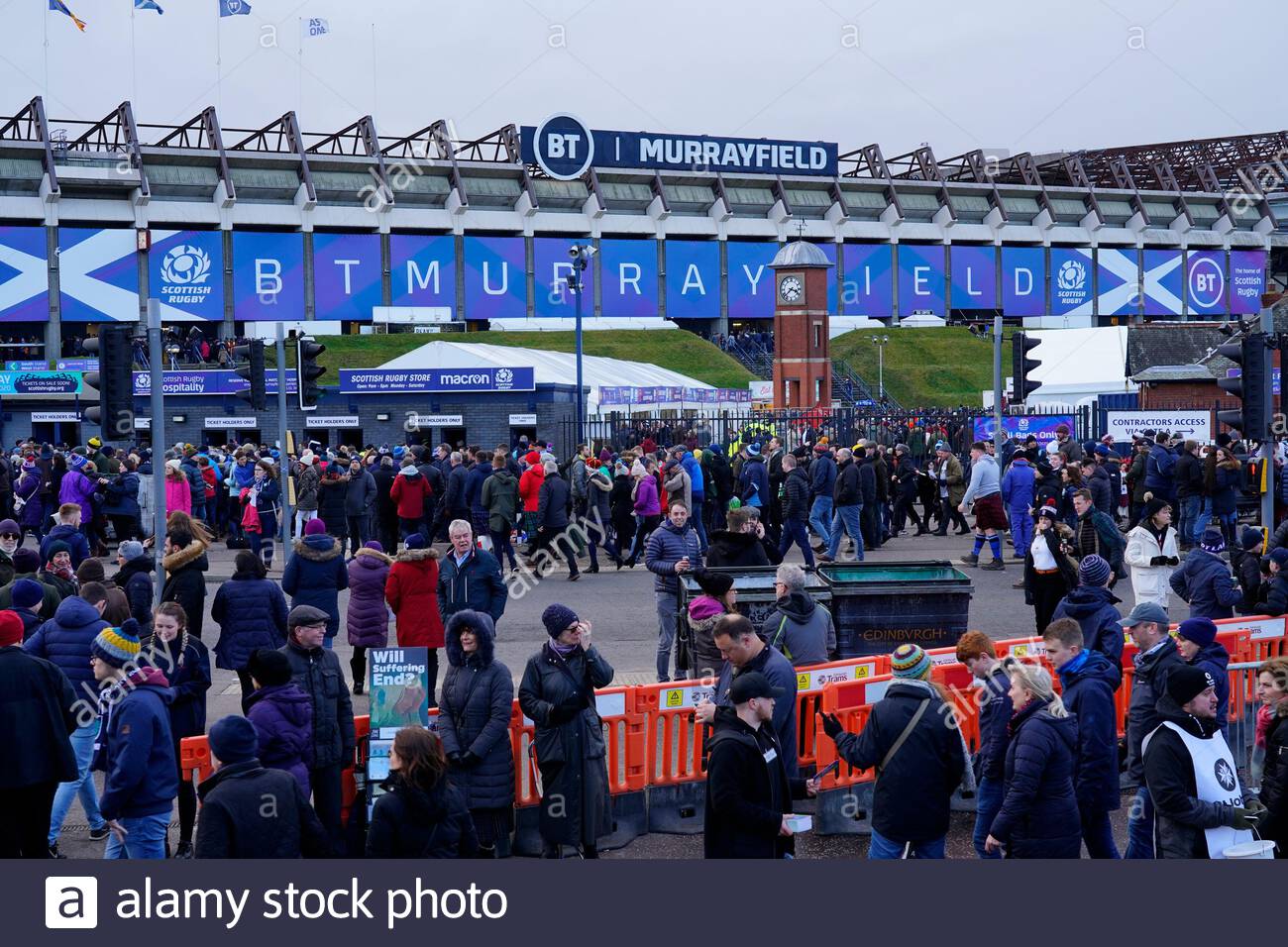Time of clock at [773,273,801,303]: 3:38
